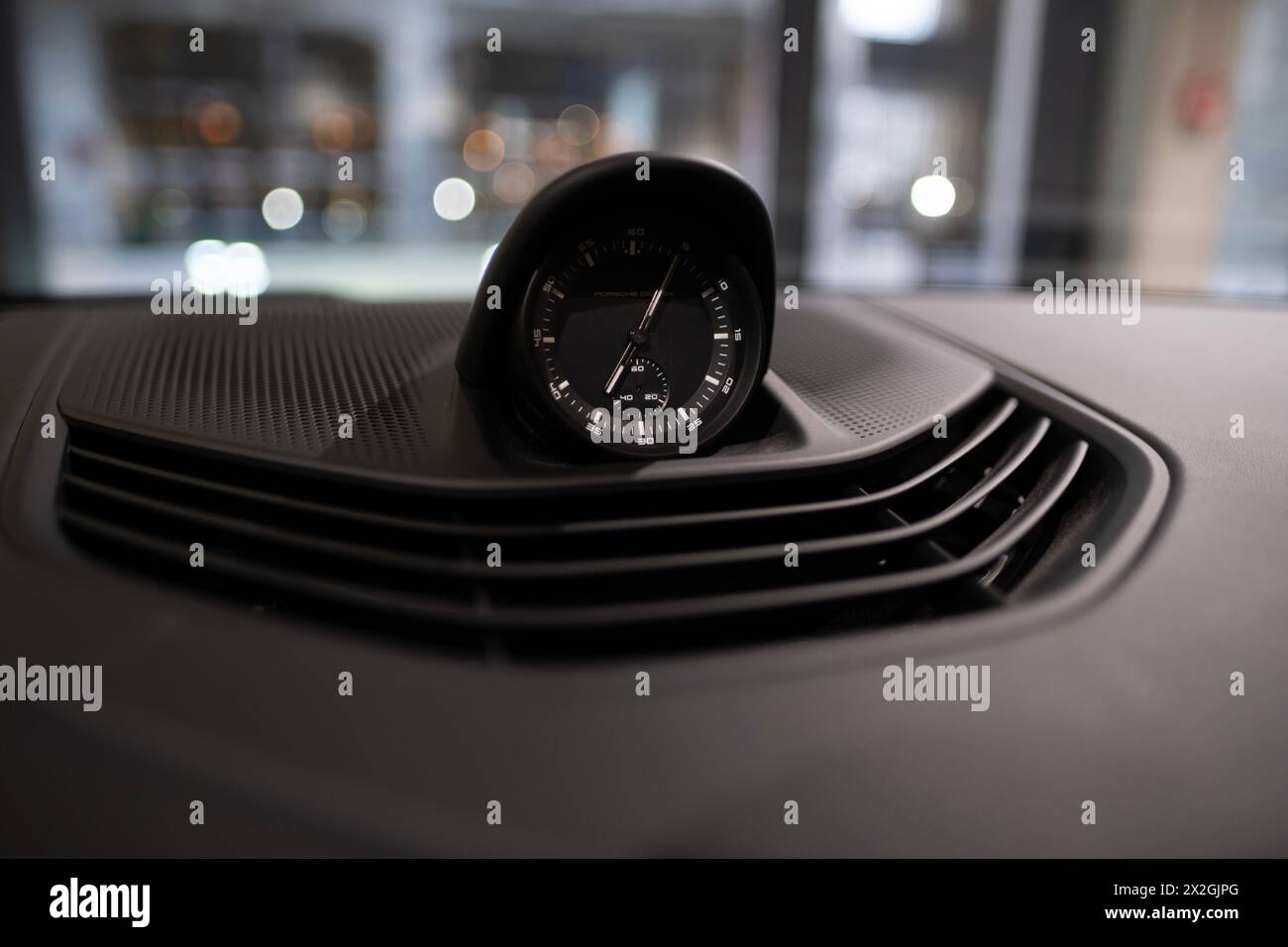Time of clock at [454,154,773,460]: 7:04
